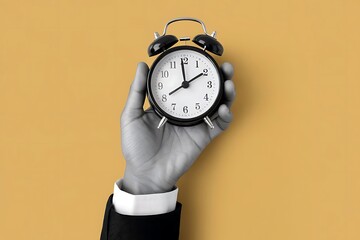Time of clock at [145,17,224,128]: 1:59
